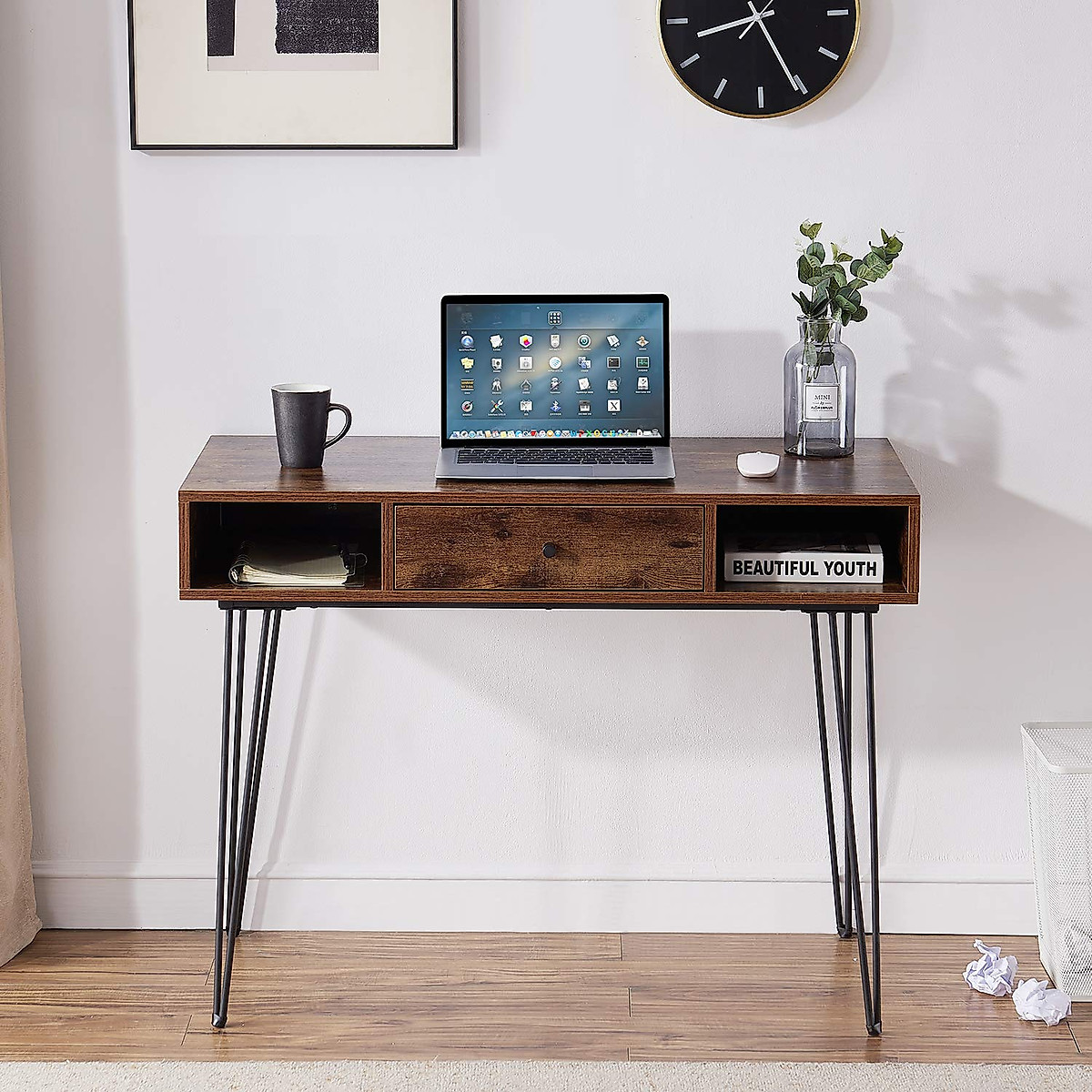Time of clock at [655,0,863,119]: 8:25
